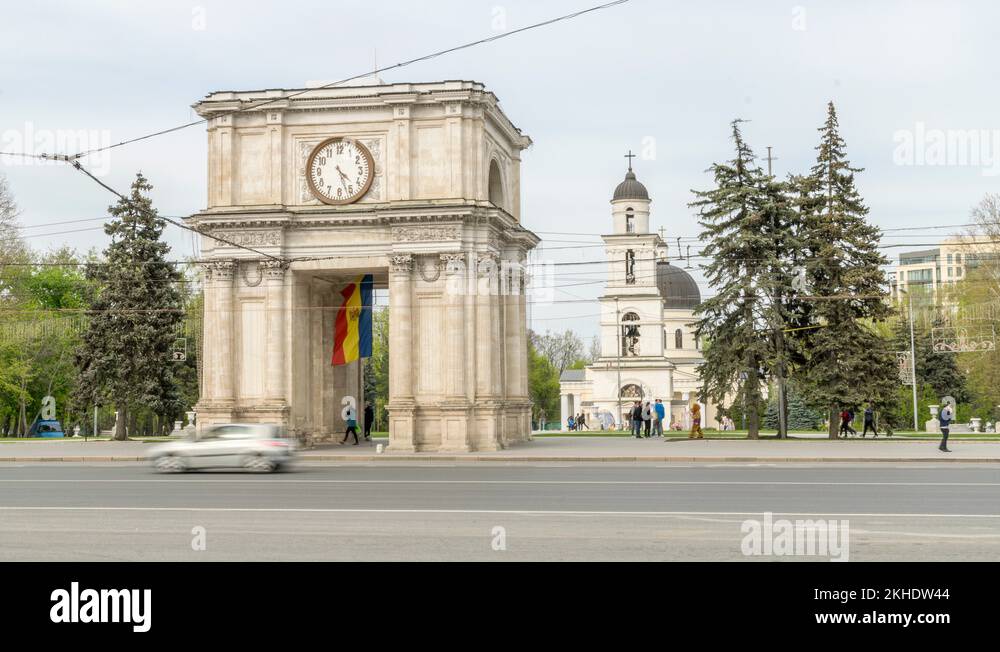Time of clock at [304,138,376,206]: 4:26
